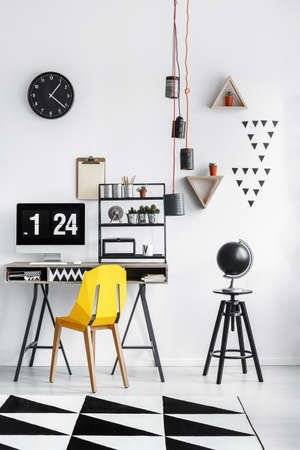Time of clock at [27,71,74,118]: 1:21
